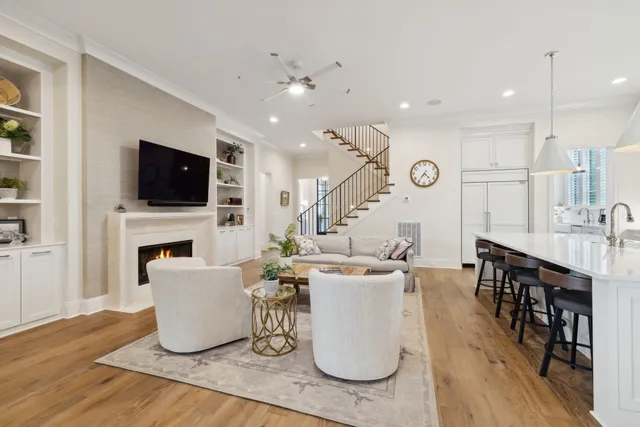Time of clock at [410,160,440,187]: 4:35
